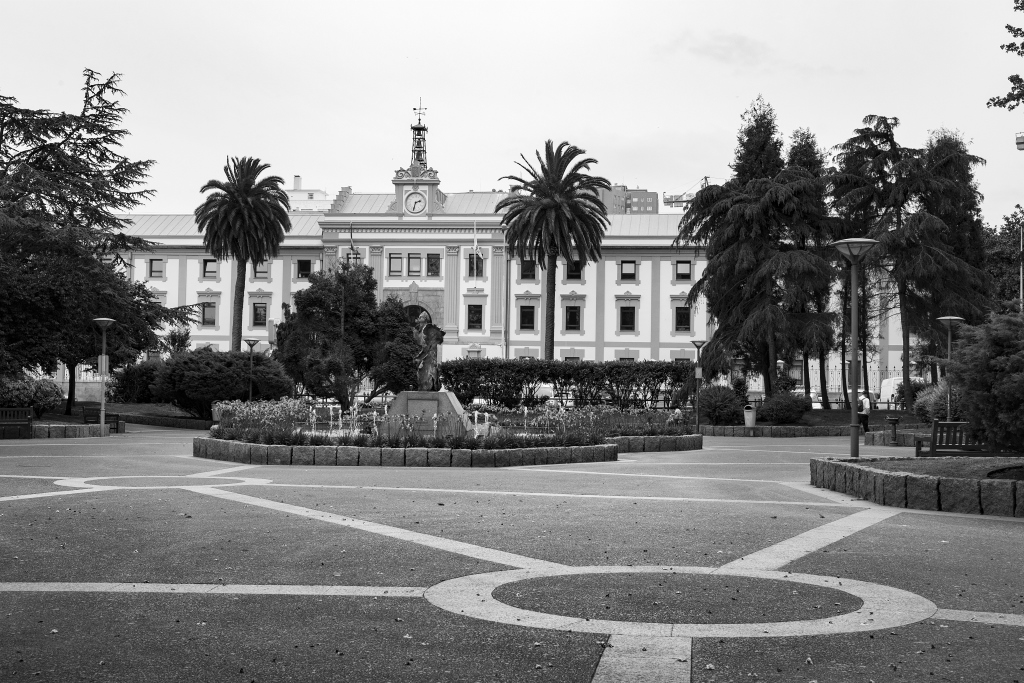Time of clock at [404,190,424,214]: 2:32
